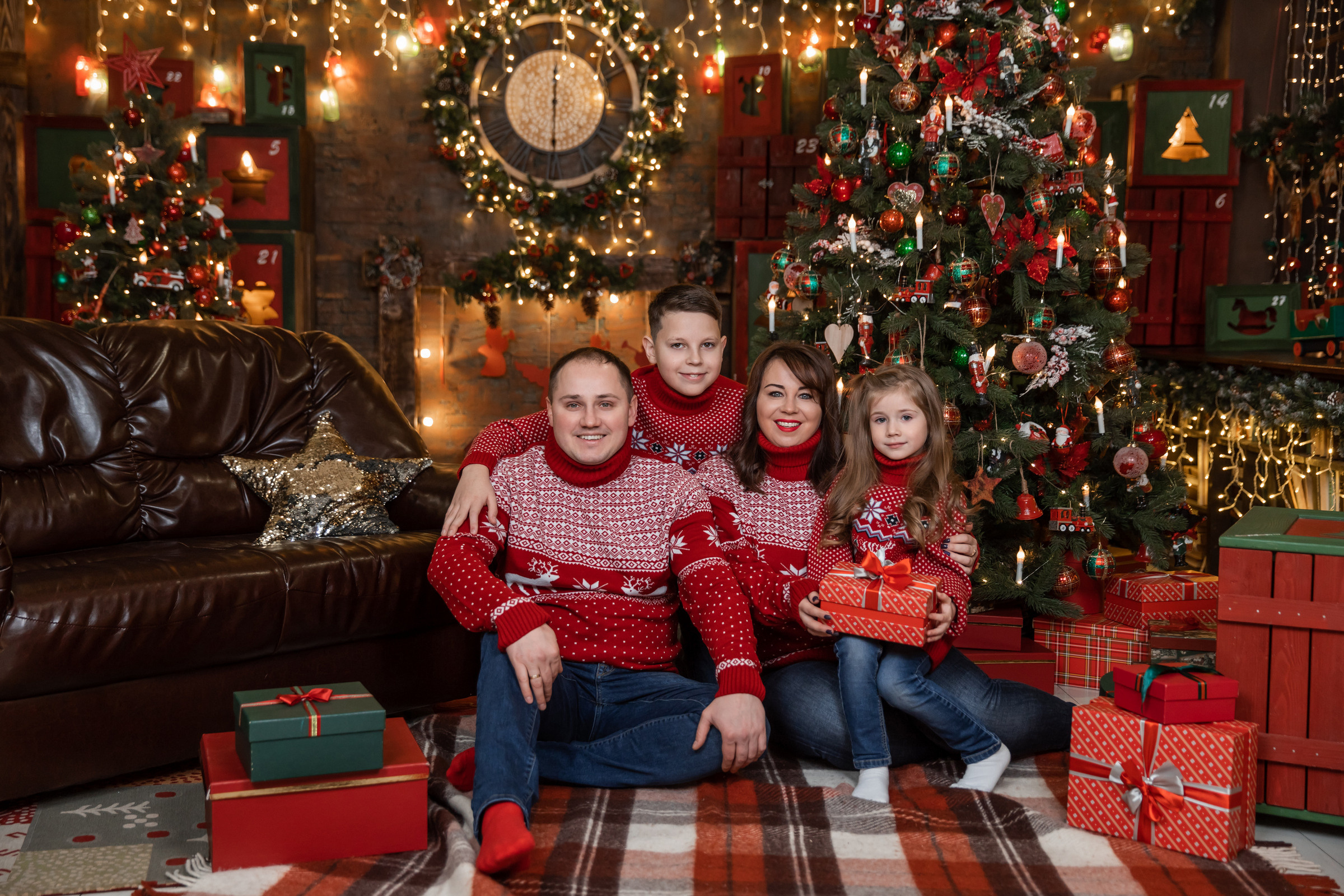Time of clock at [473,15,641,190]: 12:30
